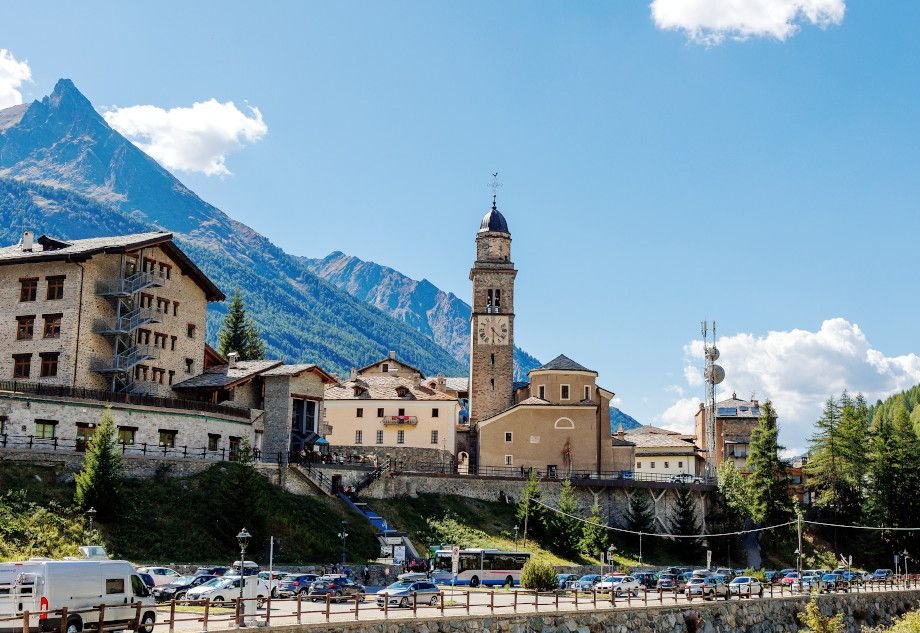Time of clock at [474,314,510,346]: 4:29
